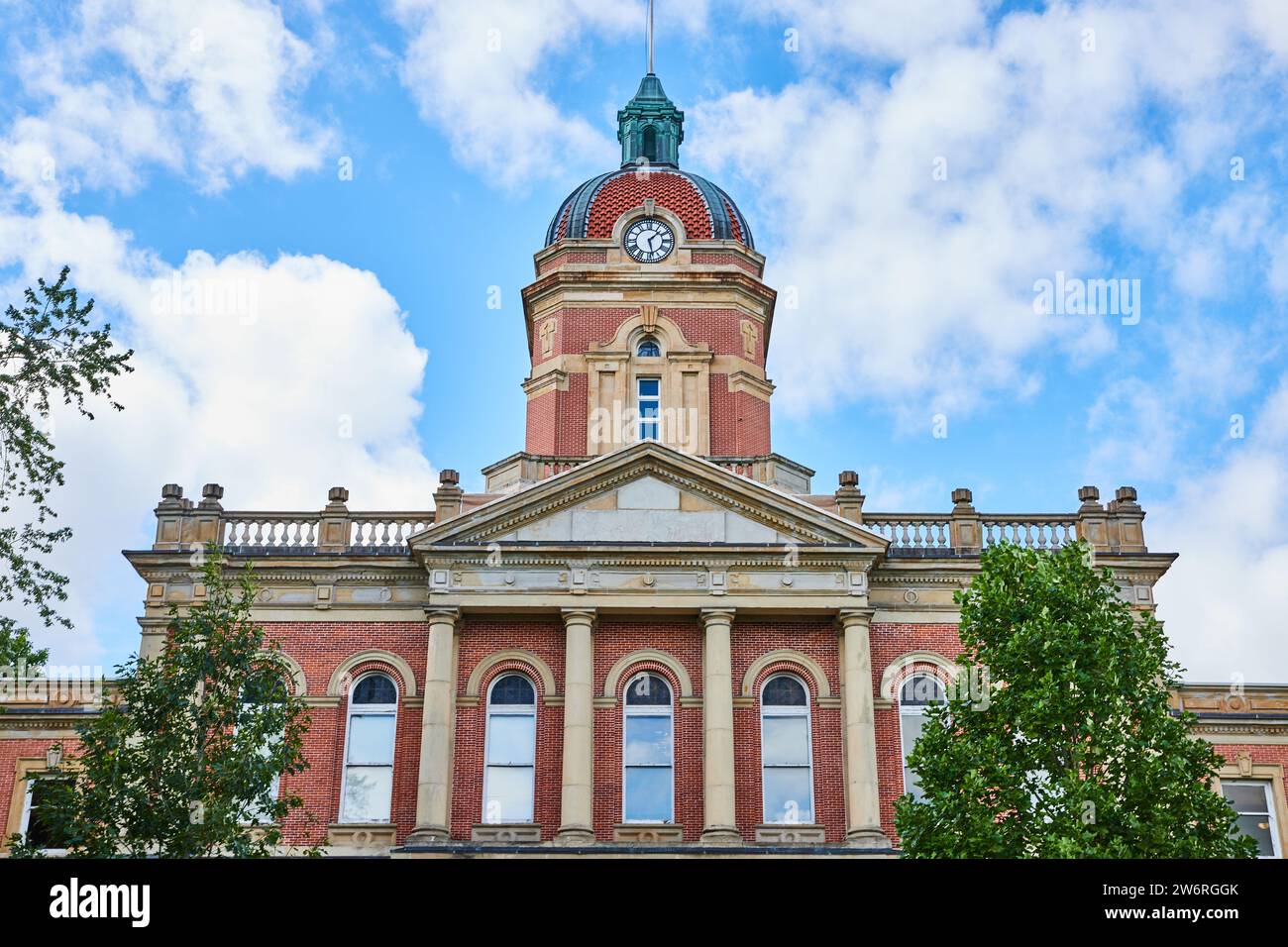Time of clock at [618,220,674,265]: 1:28
